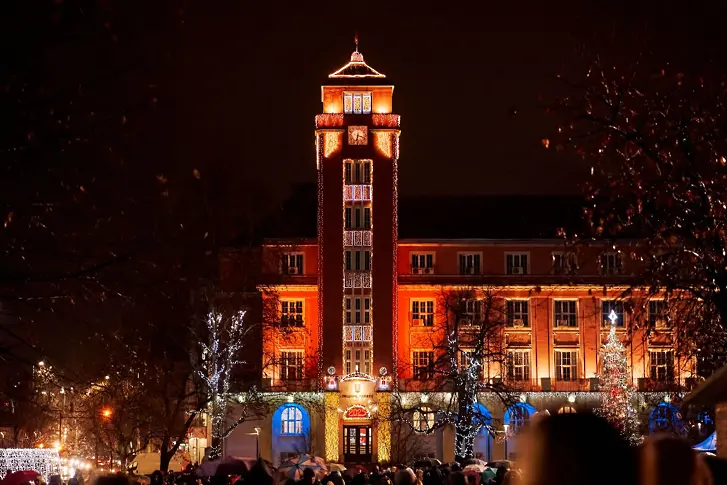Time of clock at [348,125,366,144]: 6:18
